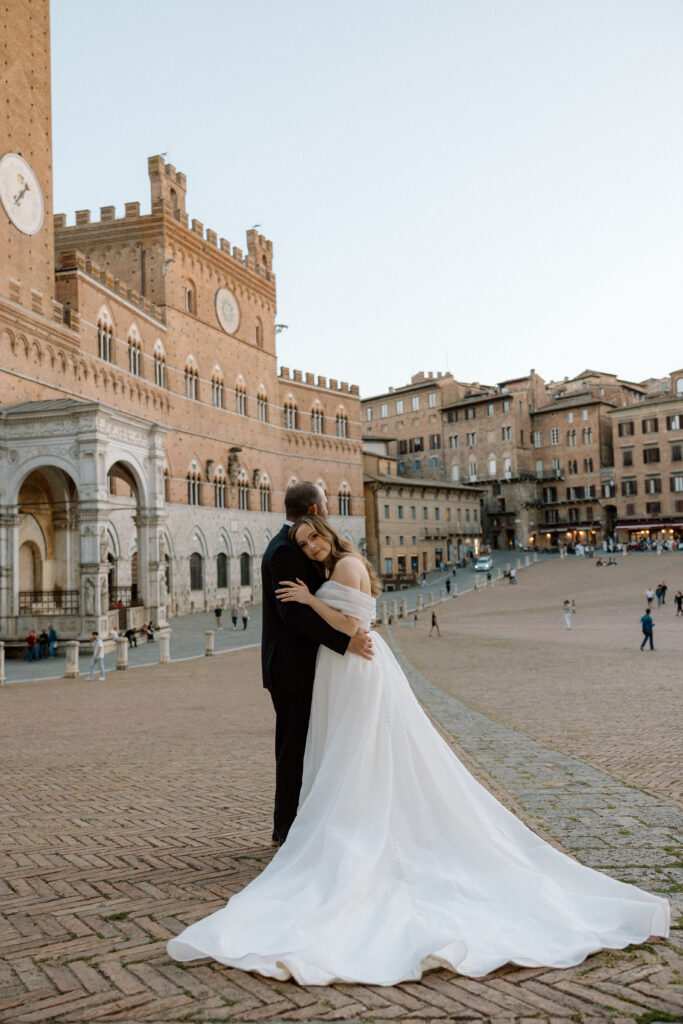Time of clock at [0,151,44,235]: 1:37
